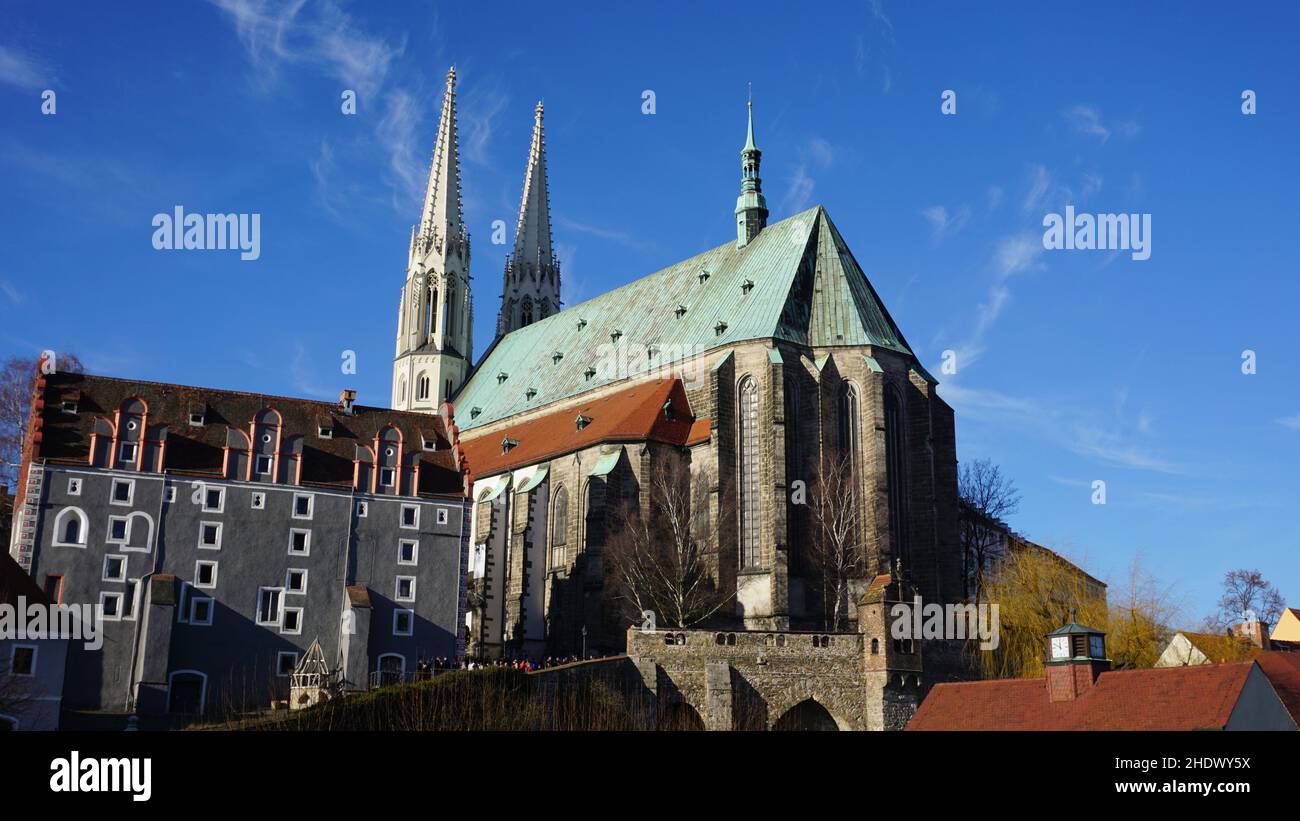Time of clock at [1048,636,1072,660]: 11:49
